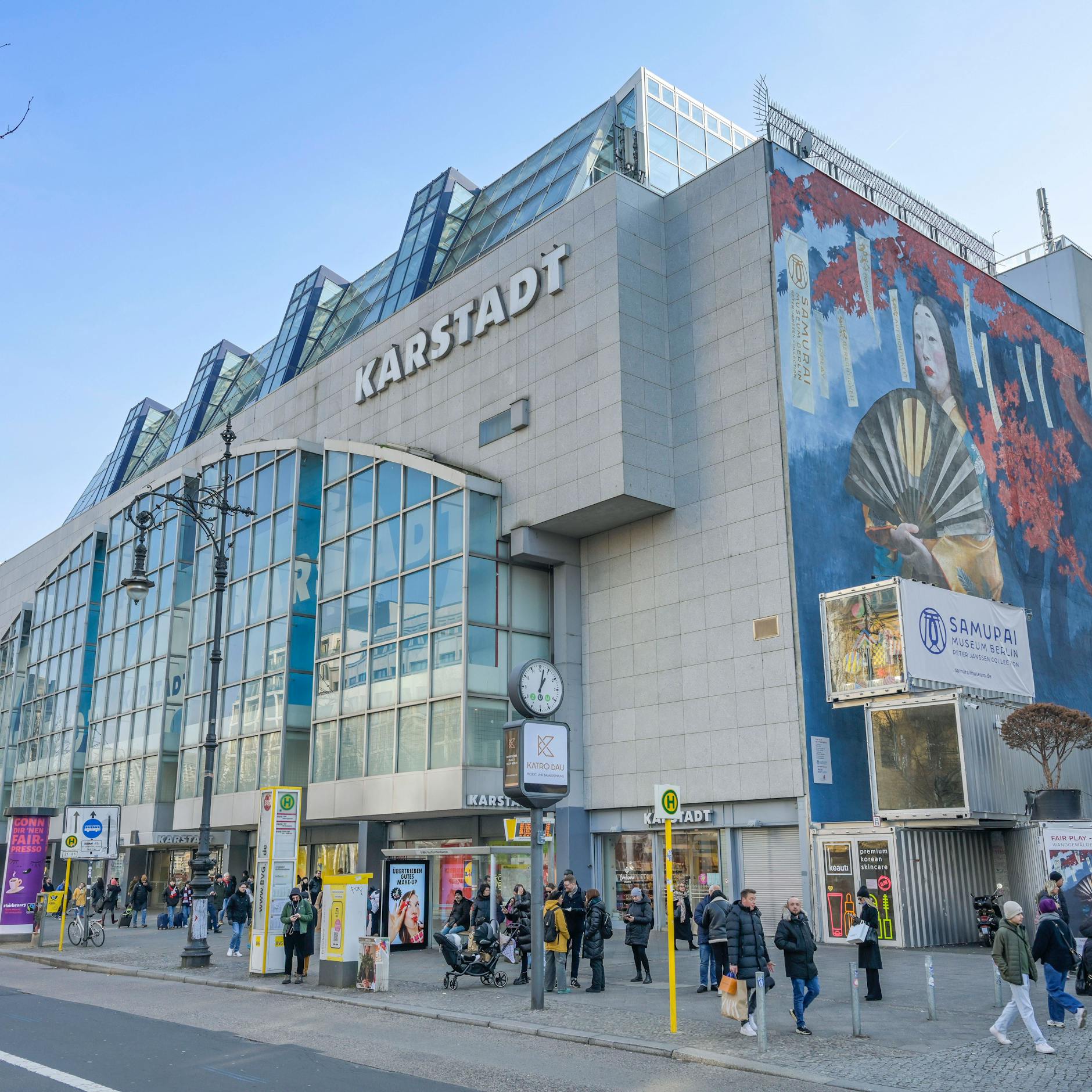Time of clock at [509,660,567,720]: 1:02
